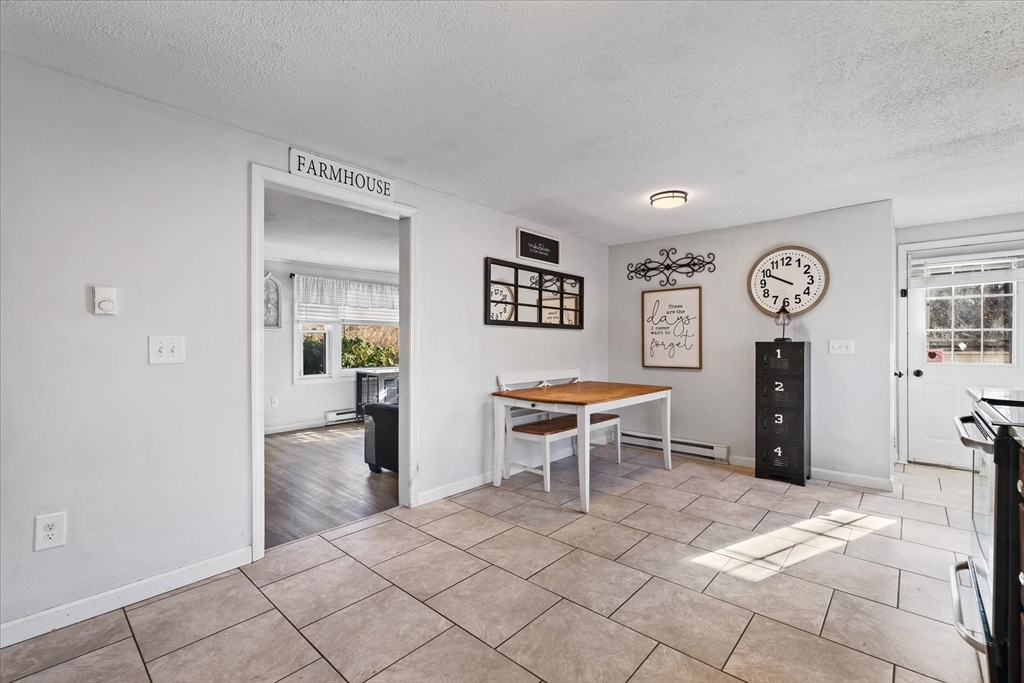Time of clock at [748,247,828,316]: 9:49
